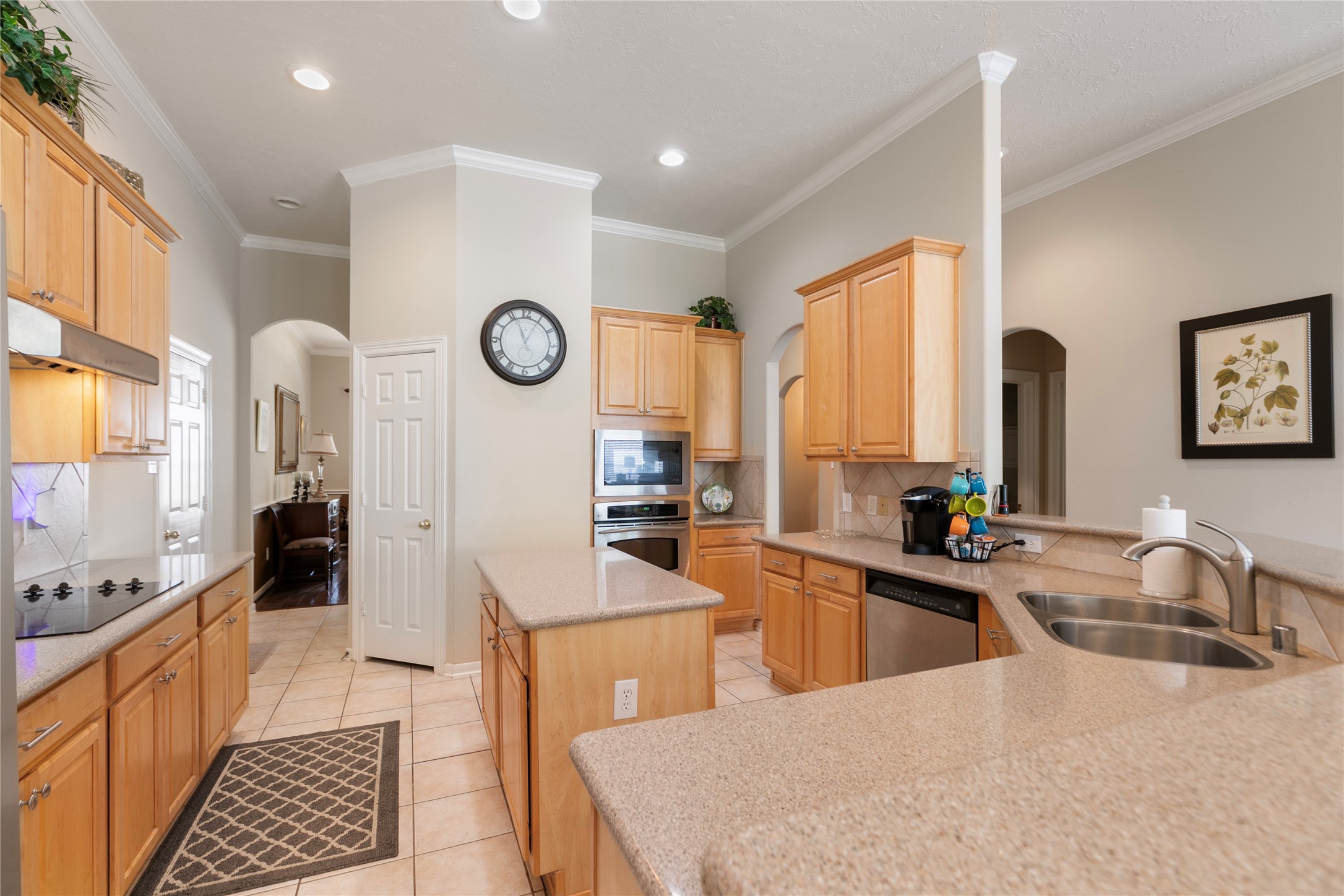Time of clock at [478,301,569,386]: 12:56
